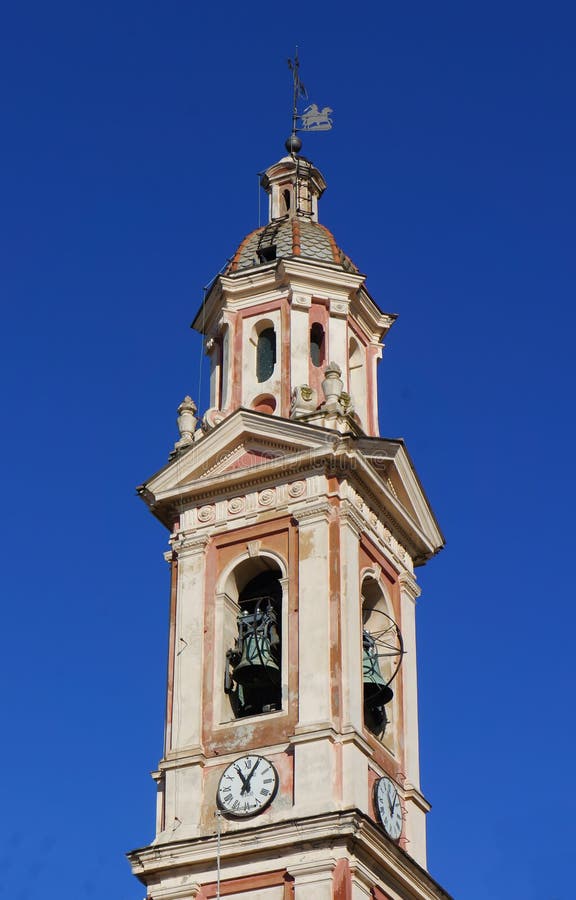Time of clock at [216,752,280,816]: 11:04
